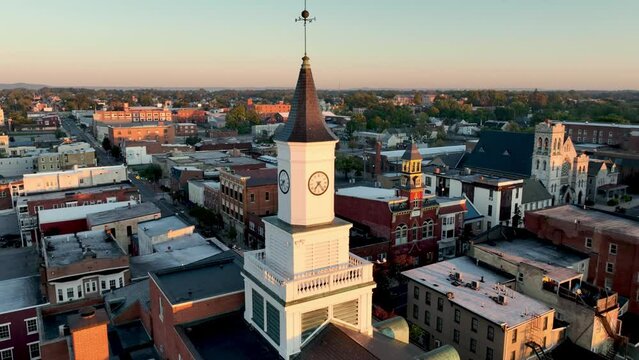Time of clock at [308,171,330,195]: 7:23
